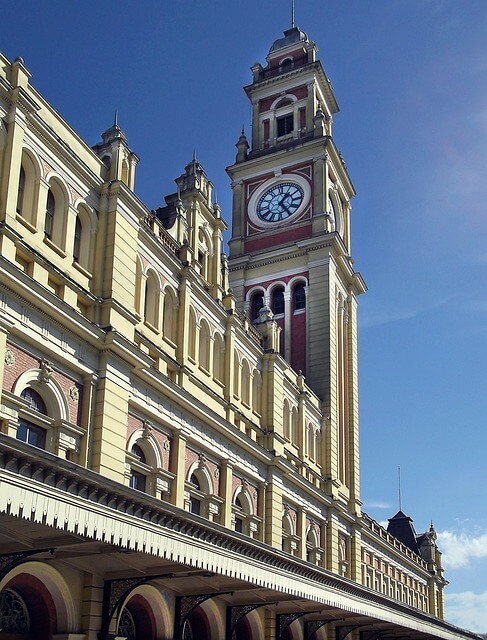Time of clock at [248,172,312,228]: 1:24
